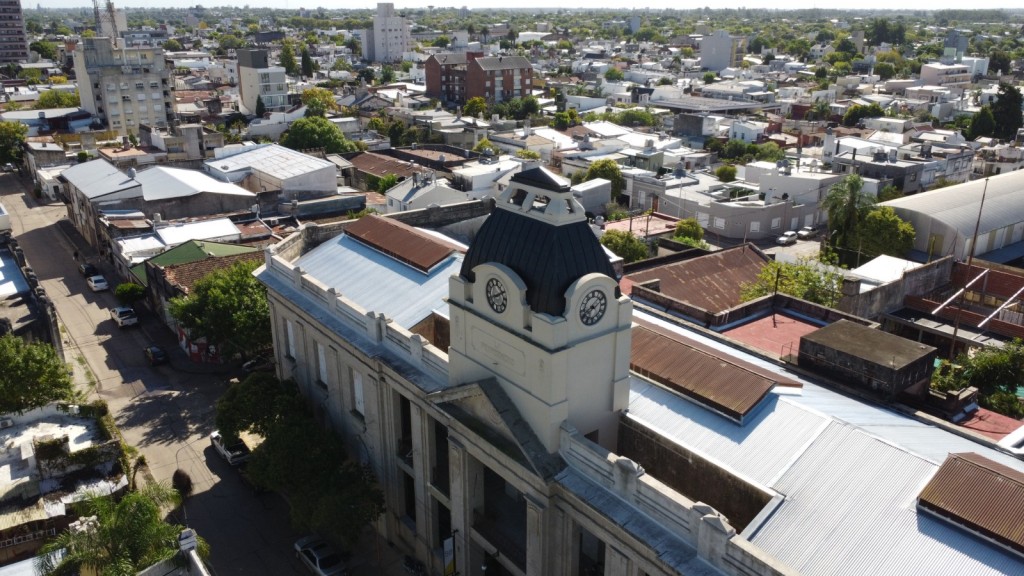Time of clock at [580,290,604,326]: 8:07
